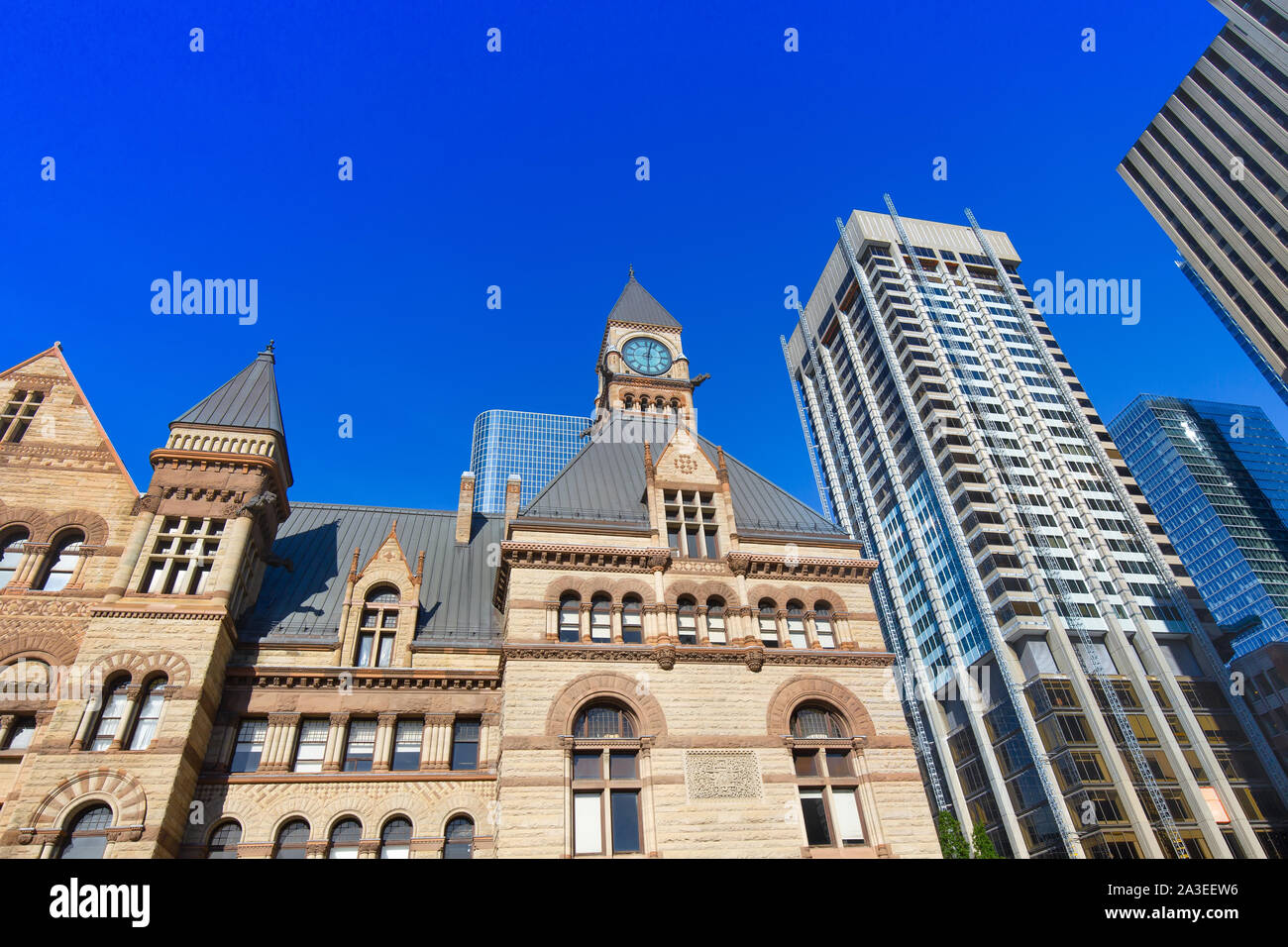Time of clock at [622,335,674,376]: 6:02
